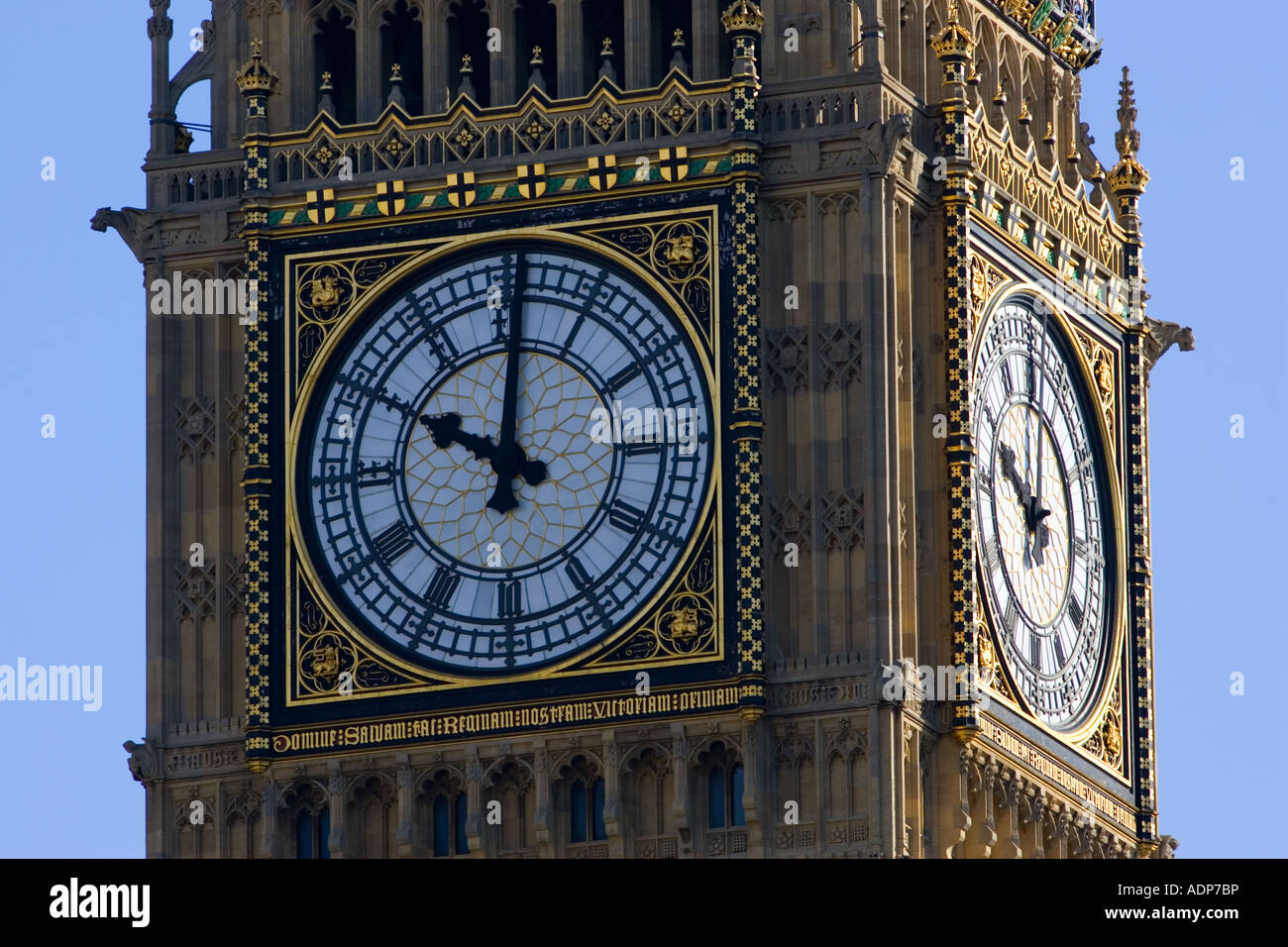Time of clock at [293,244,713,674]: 10:00
